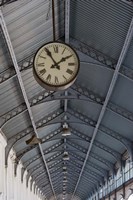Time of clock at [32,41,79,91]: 1:54
